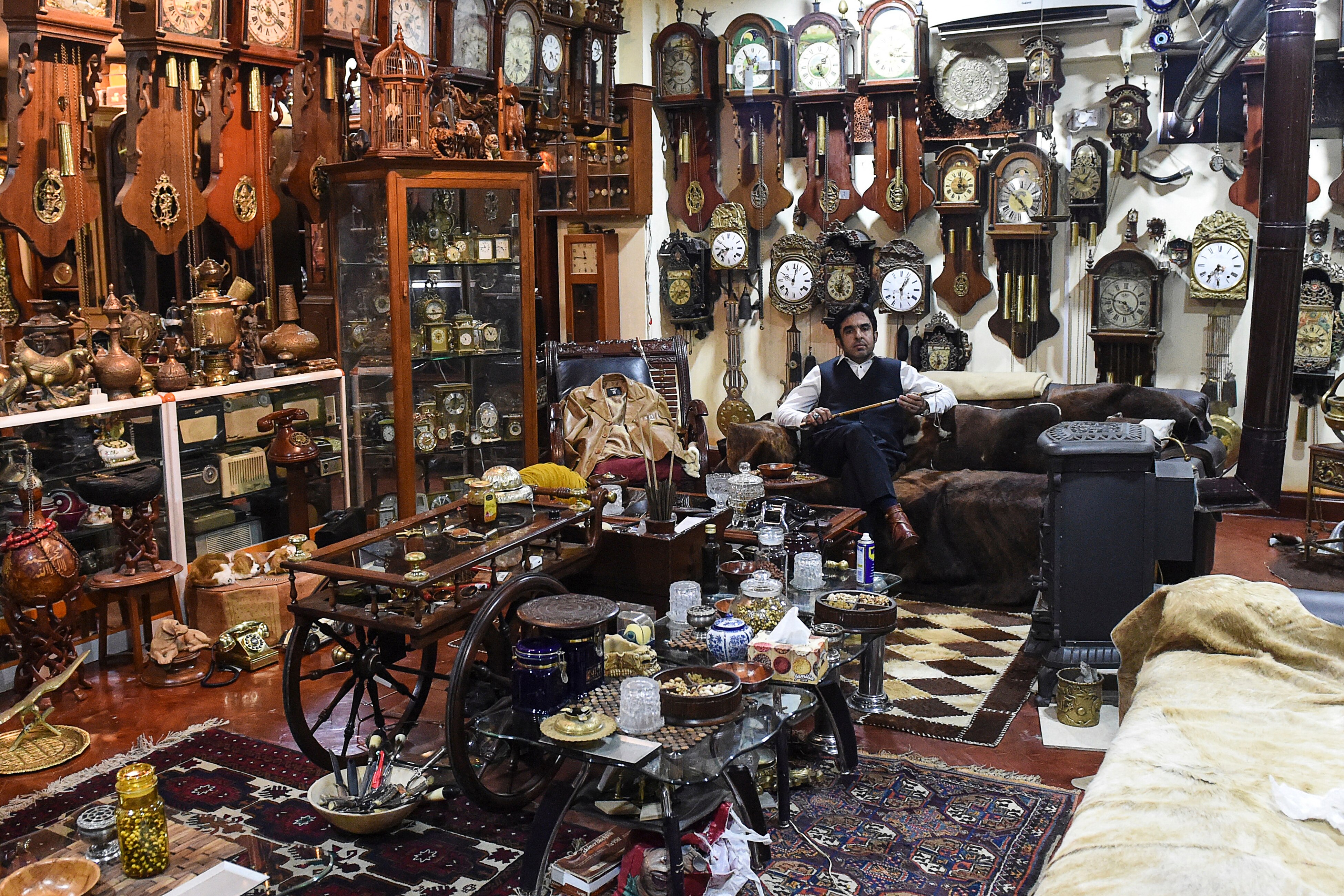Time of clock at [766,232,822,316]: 10:02
